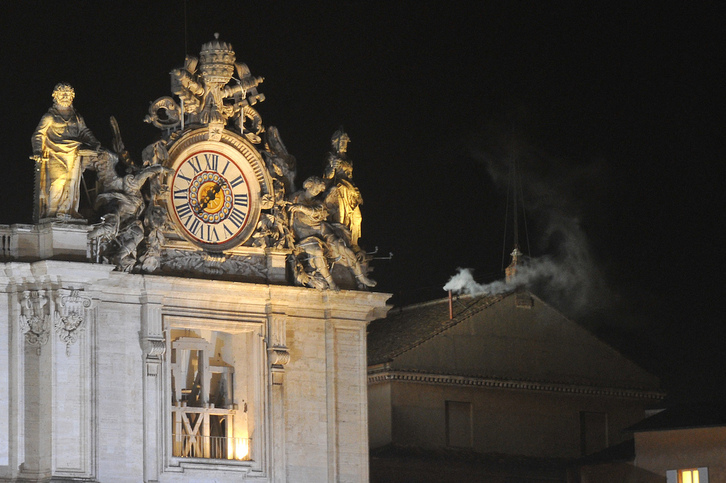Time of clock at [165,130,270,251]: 1:36
